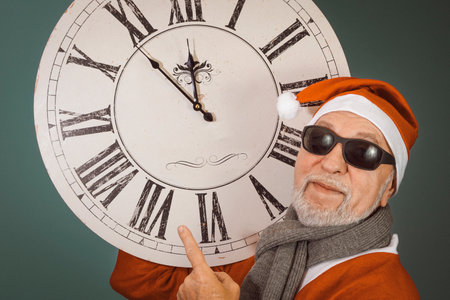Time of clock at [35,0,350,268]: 11:53
